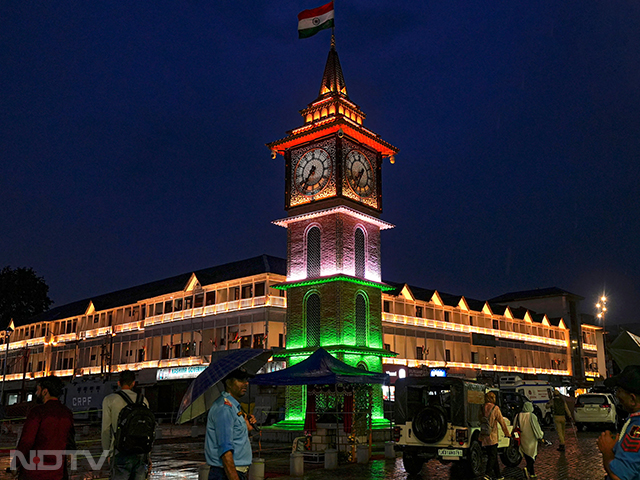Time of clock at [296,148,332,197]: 7:36
